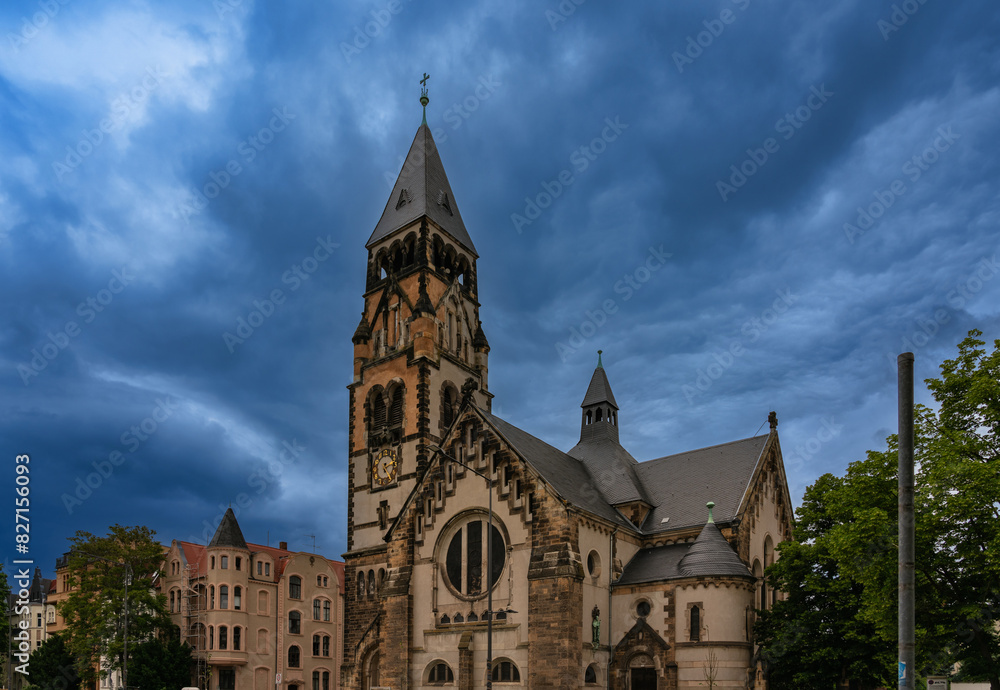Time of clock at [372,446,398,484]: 2:23
